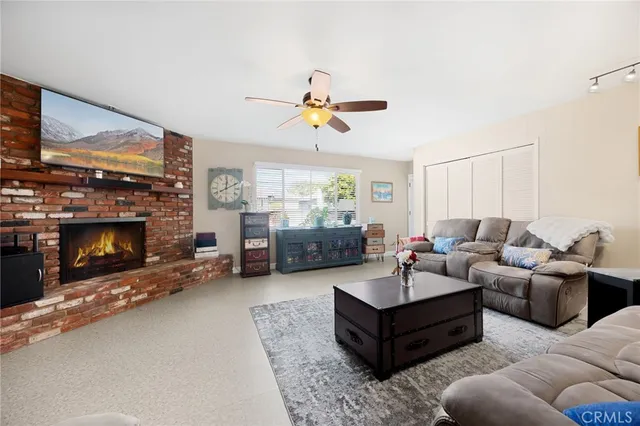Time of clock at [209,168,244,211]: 12:10
